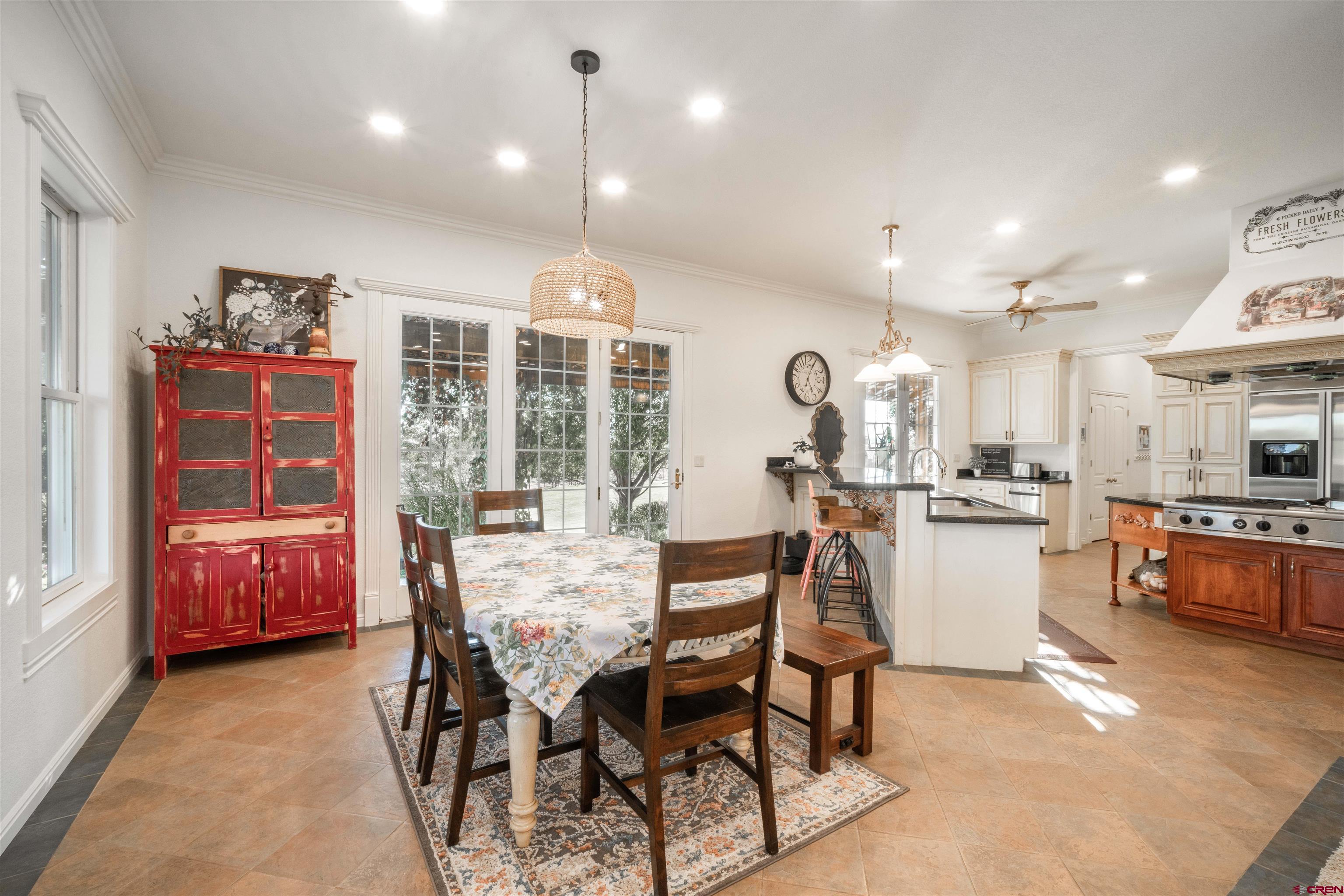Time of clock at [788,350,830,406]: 5:04
